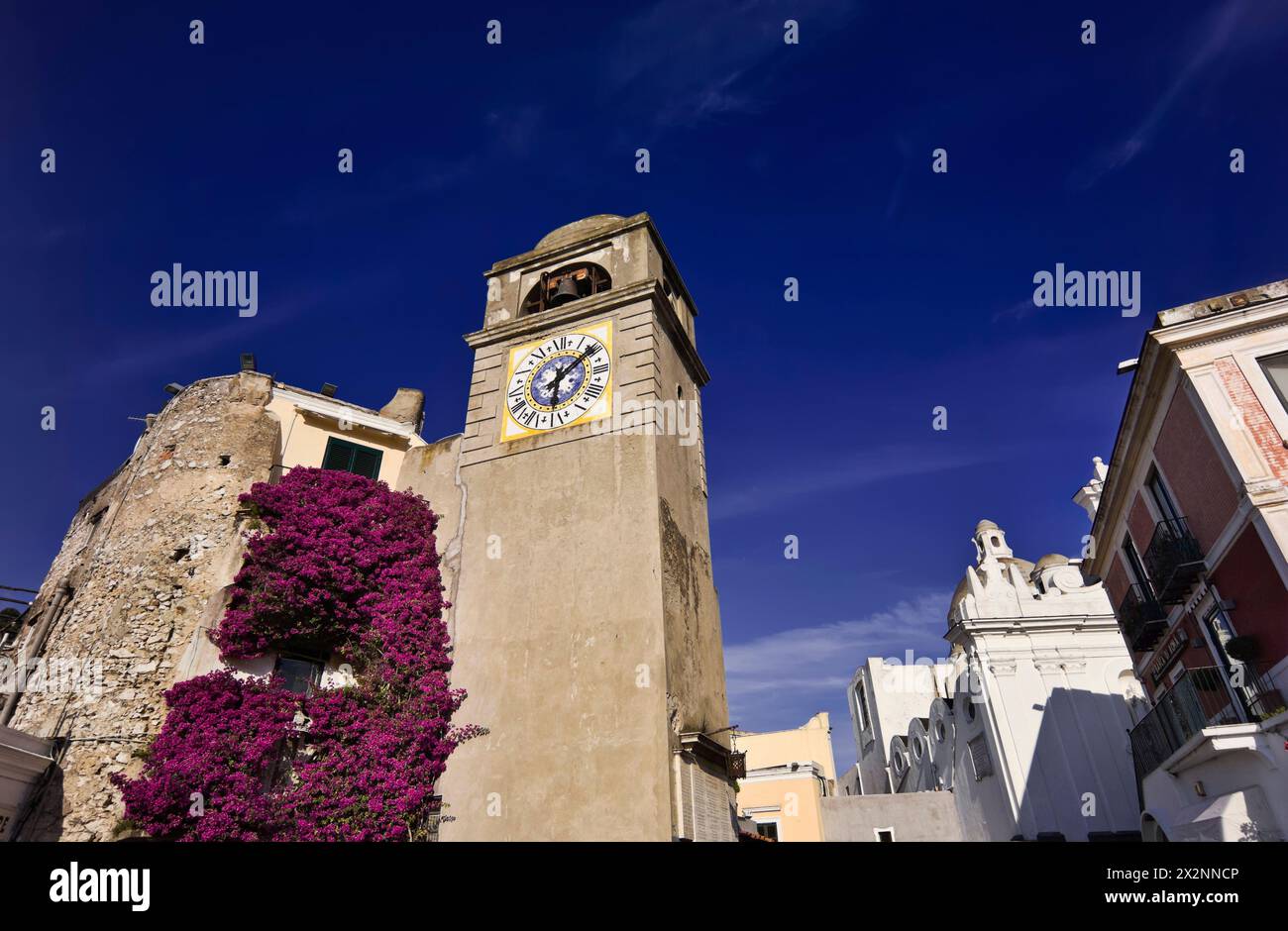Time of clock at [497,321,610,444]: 6:08
